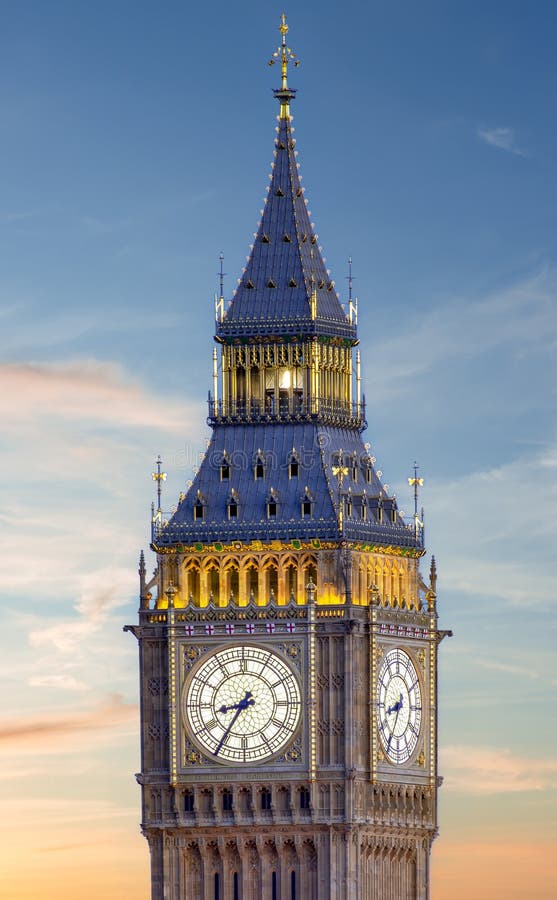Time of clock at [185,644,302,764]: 8:35
